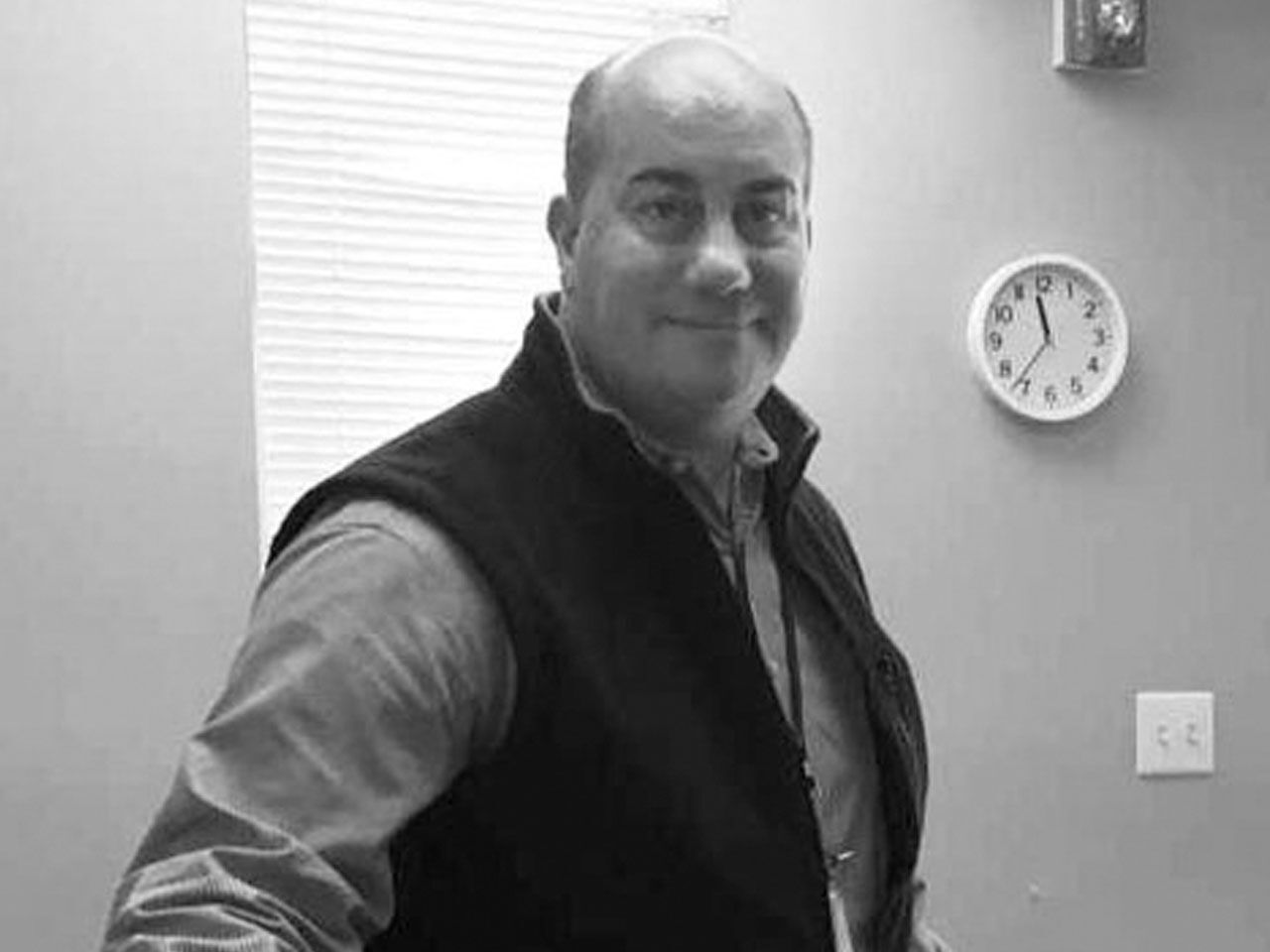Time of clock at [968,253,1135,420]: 11:36
